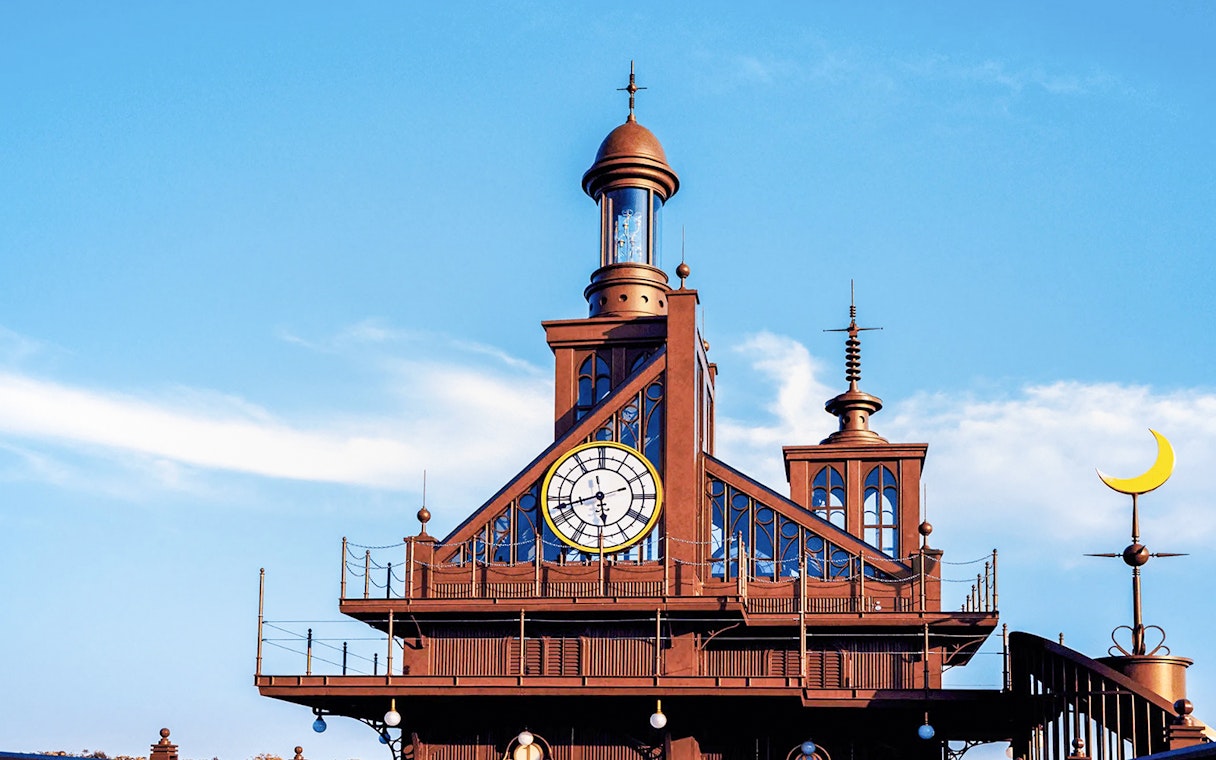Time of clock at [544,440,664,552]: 5:42
